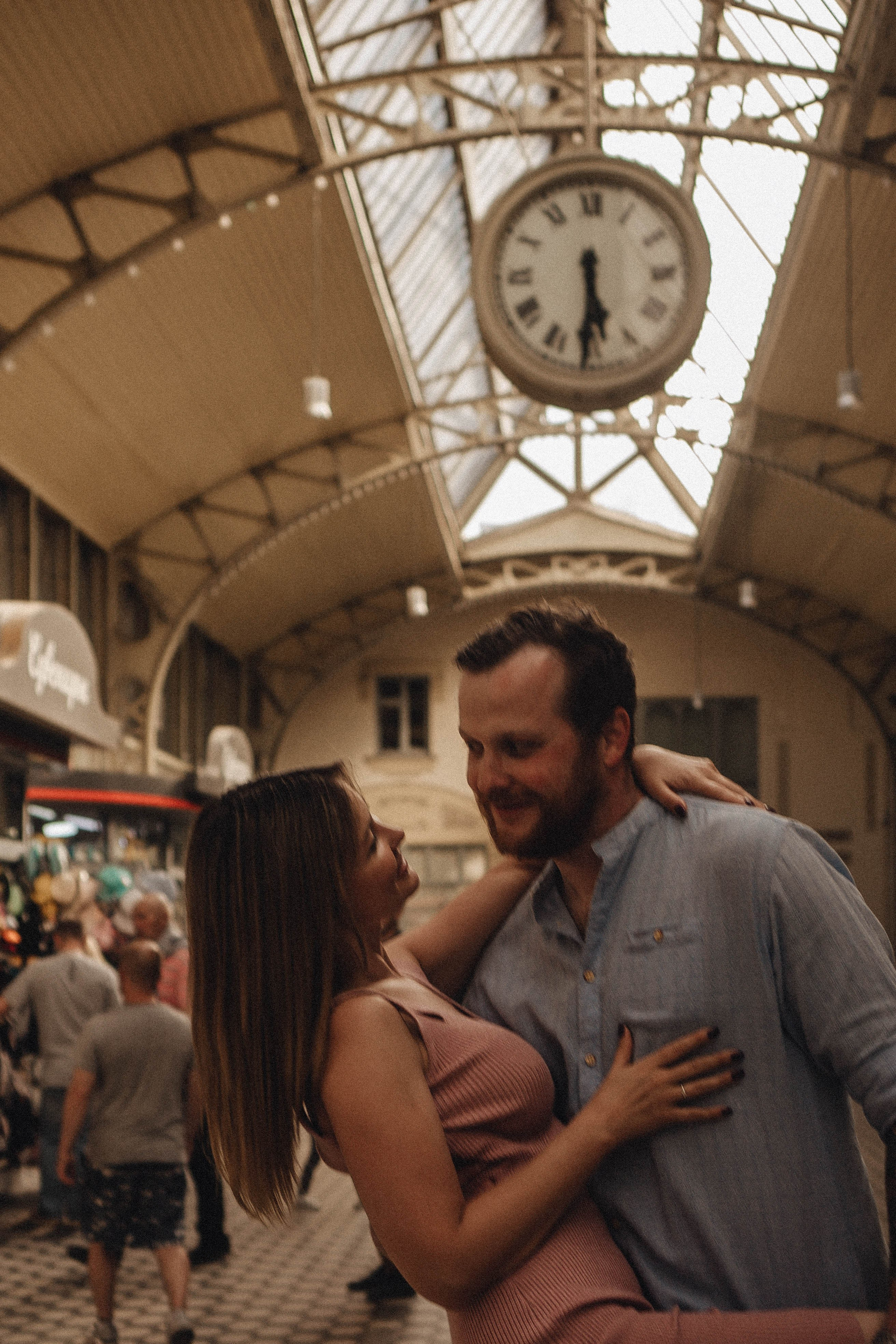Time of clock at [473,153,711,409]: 5:30
